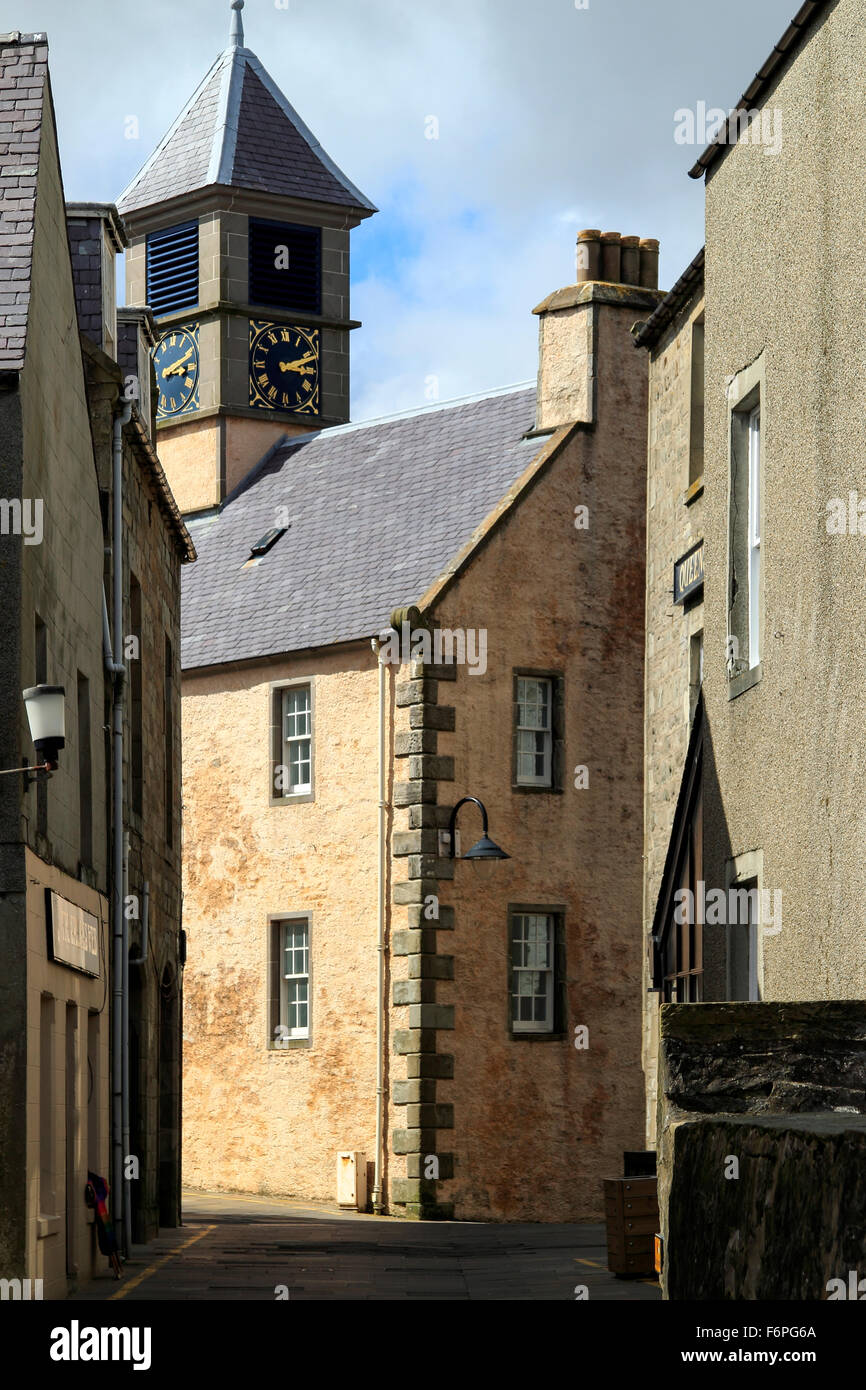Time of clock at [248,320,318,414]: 3:11
